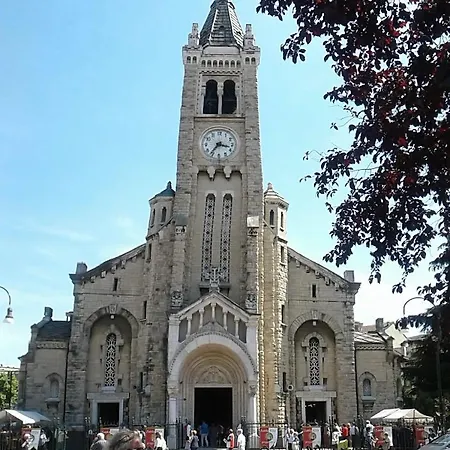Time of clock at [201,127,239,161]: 3:36
